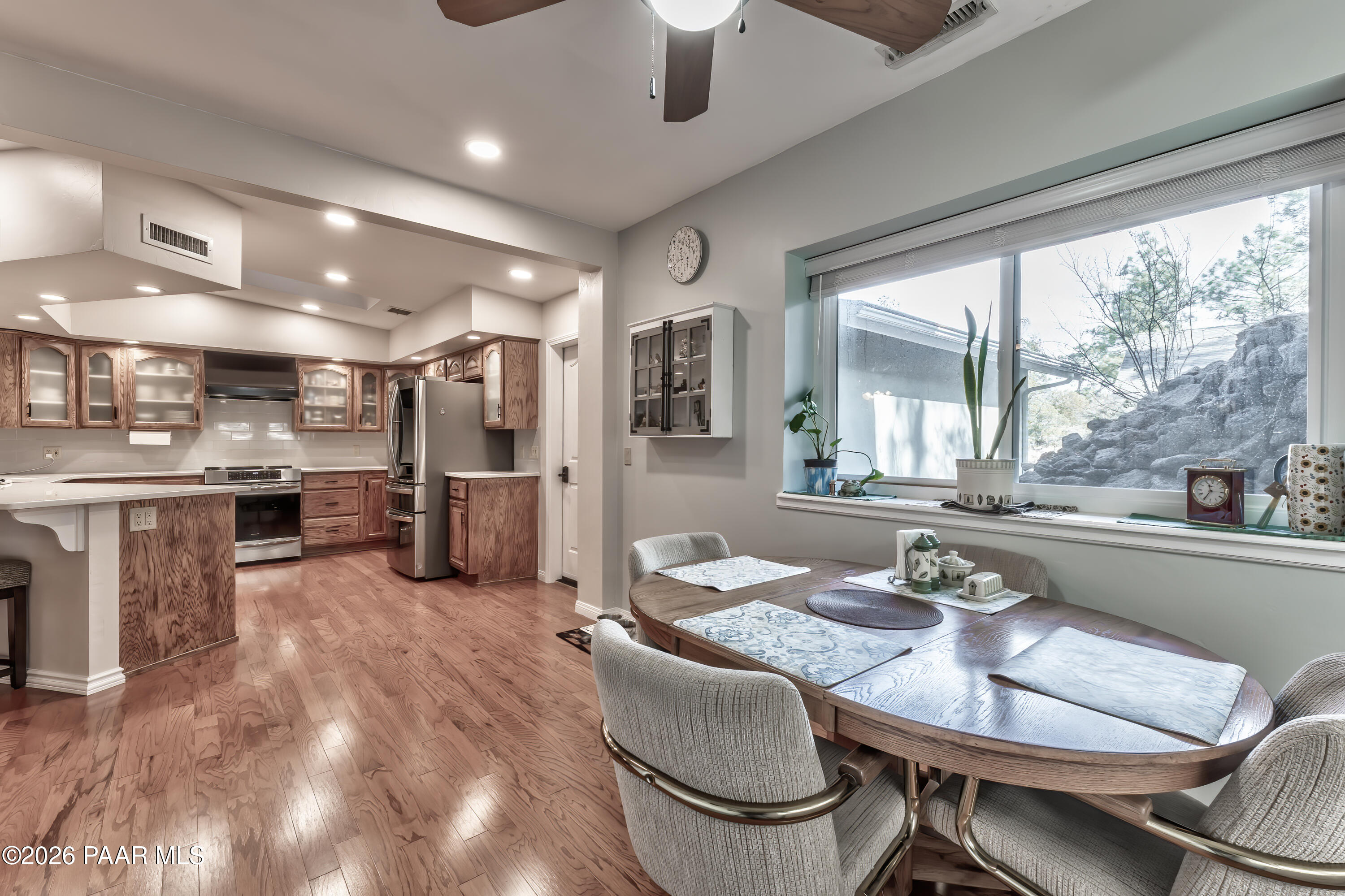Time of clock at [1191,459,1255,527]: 11:35
